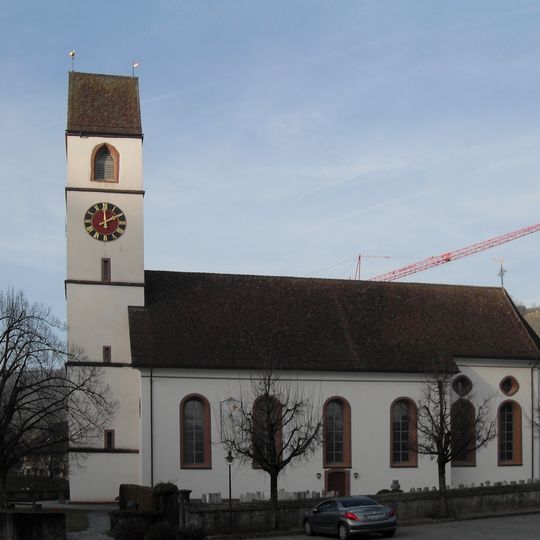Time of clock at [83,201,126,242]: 1:59
